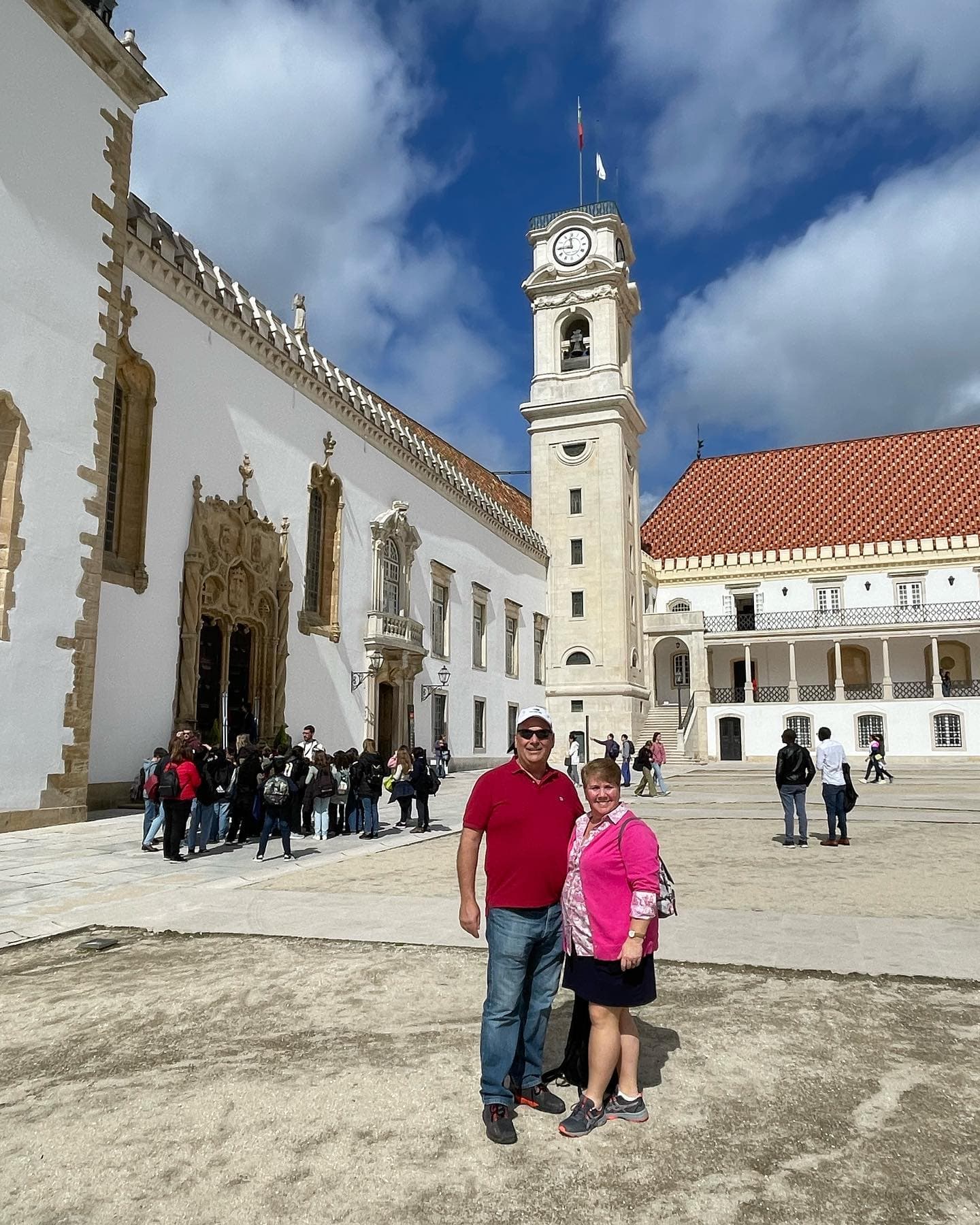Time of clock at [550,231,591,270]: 11:45
